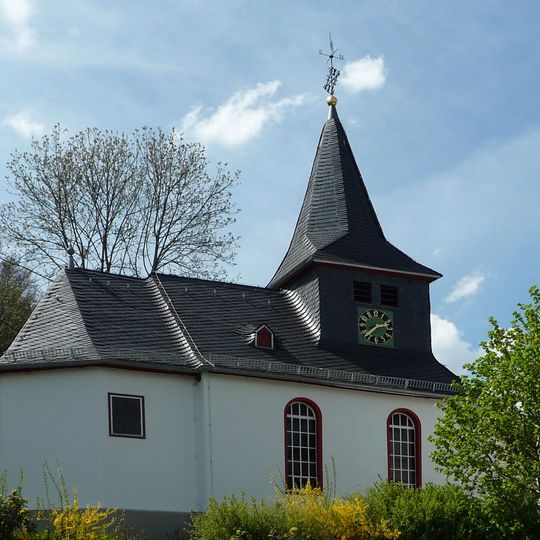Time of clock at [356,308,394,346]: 2:38
